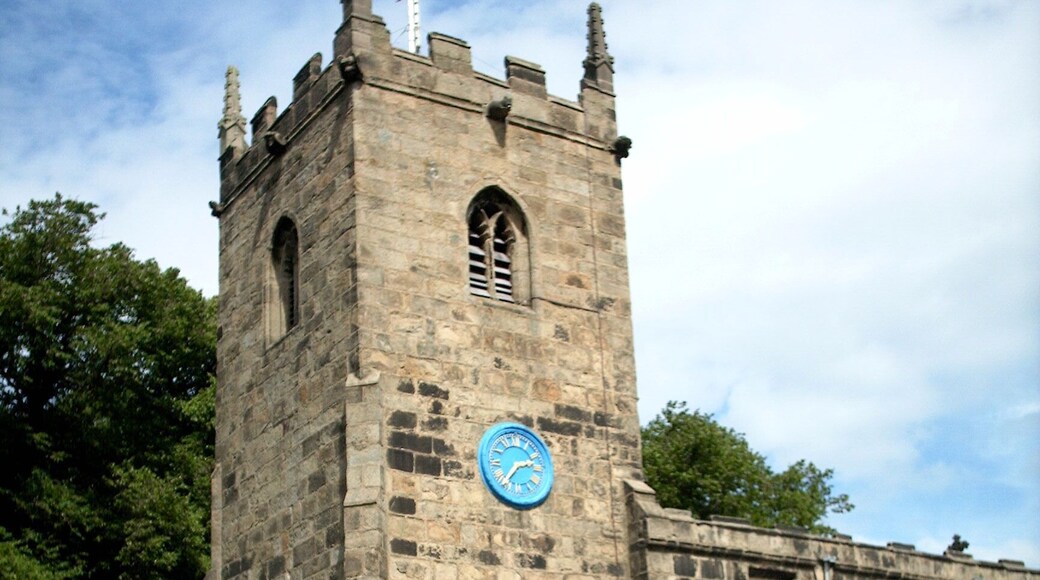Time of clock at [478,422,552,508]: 2:36
